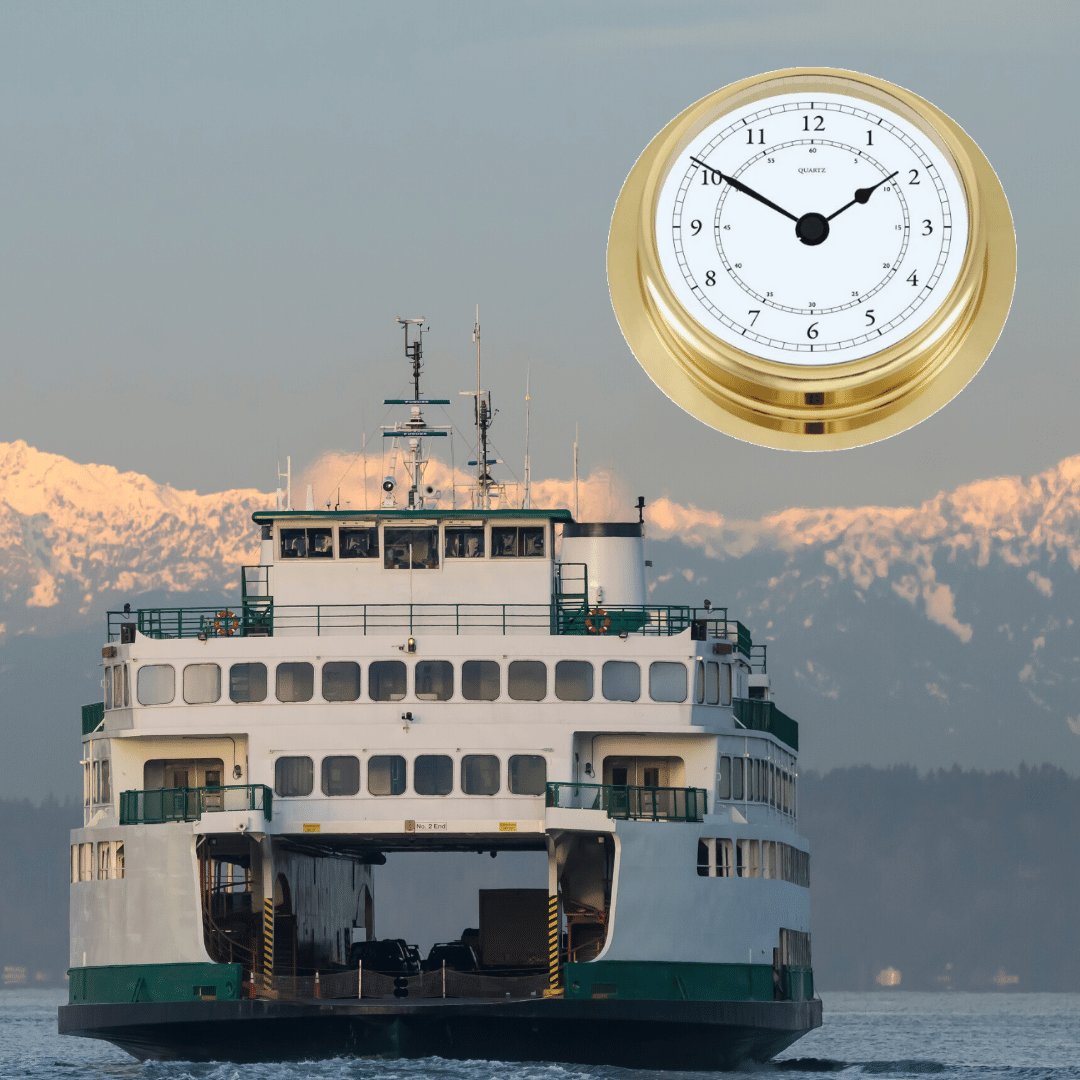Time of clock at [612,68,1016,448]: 1:50
